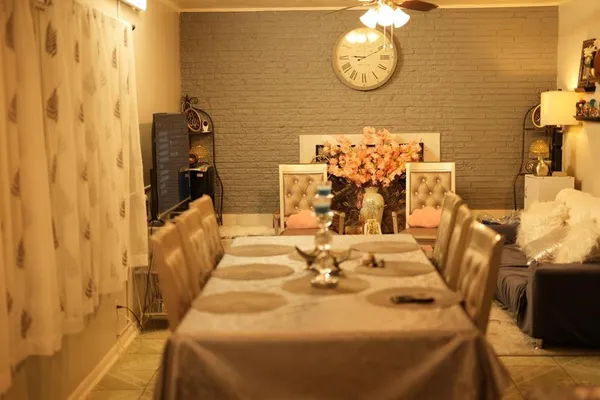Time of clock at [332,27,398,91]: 9:10
